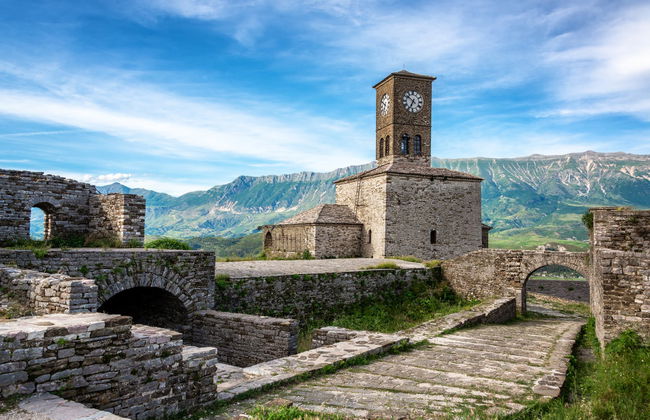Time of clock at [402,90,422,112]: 6:51
